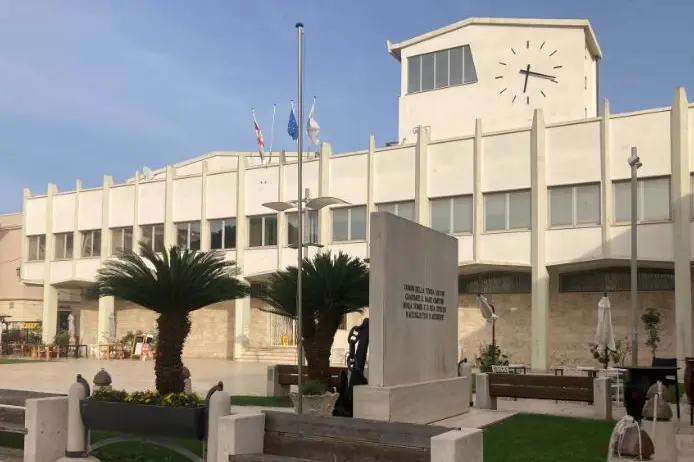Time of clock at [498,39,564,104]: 6:18
